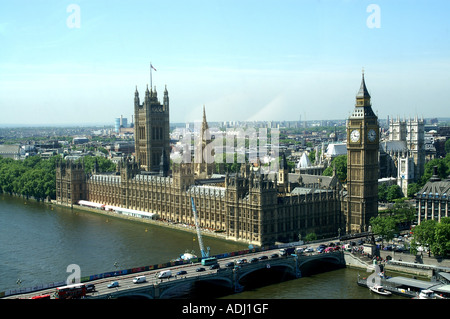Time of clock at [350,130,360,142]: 11:17
